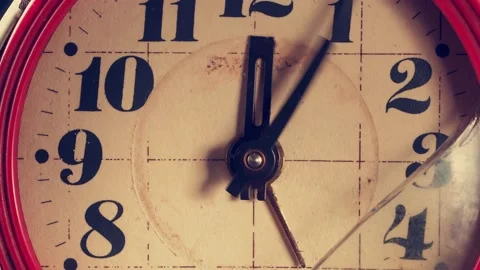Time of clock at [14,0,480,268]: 12:04
